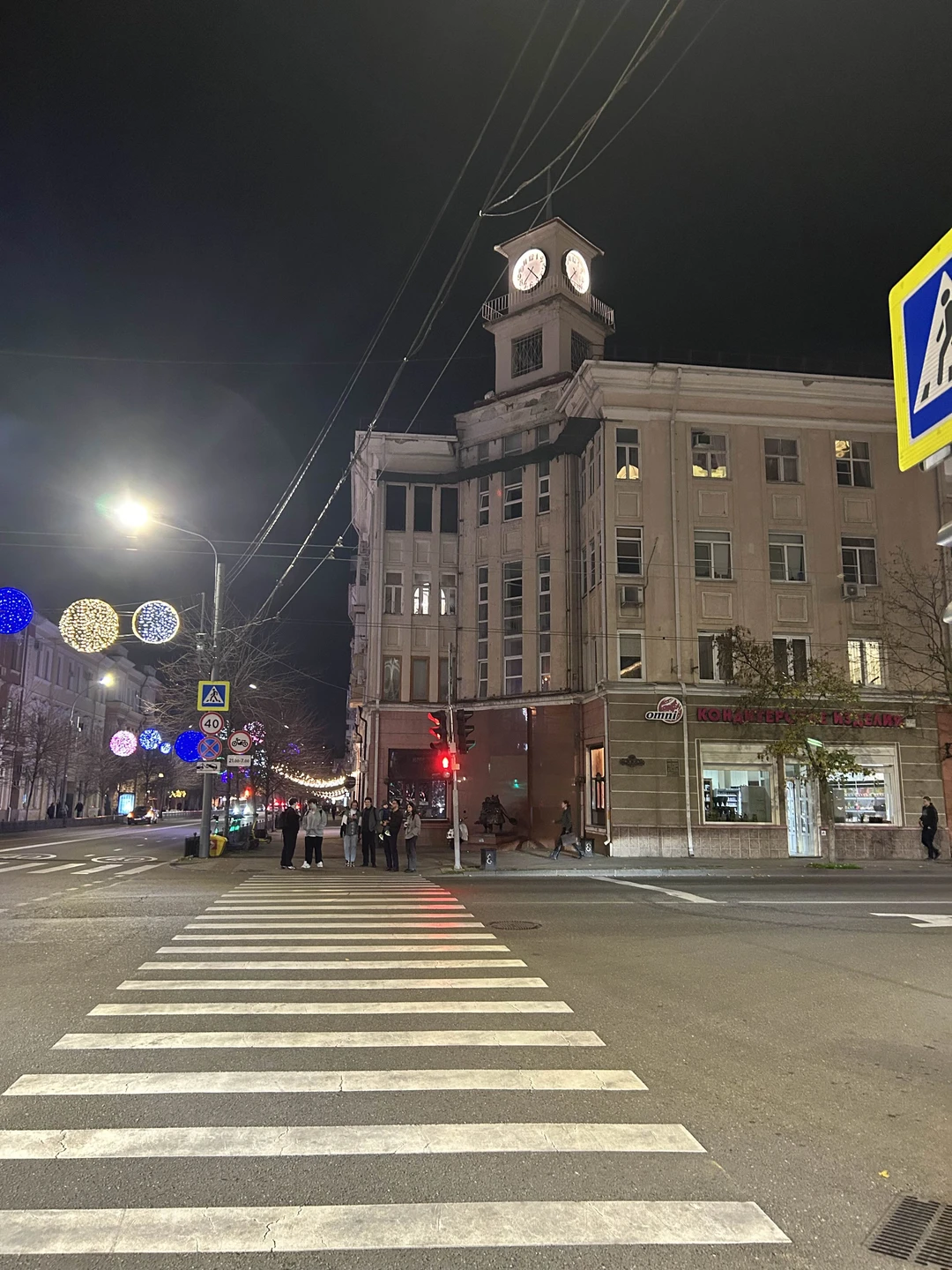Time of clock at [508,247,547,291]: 7:23
